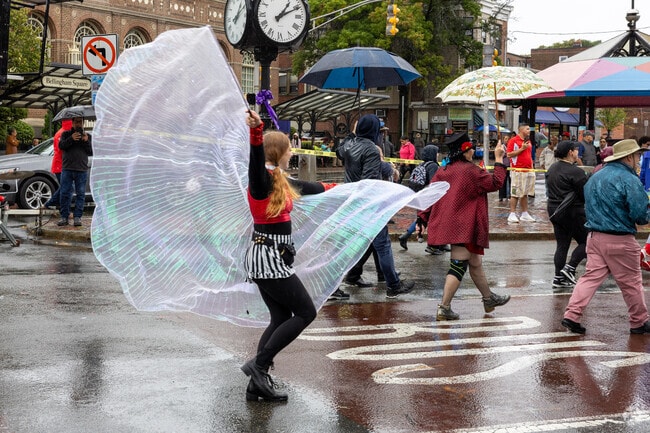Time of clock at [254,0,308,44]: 1:10
